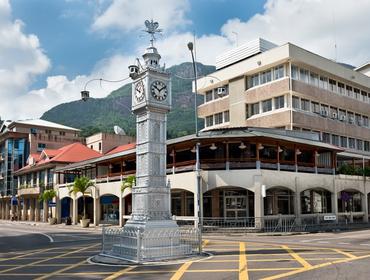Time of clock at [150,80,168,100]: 10:08
